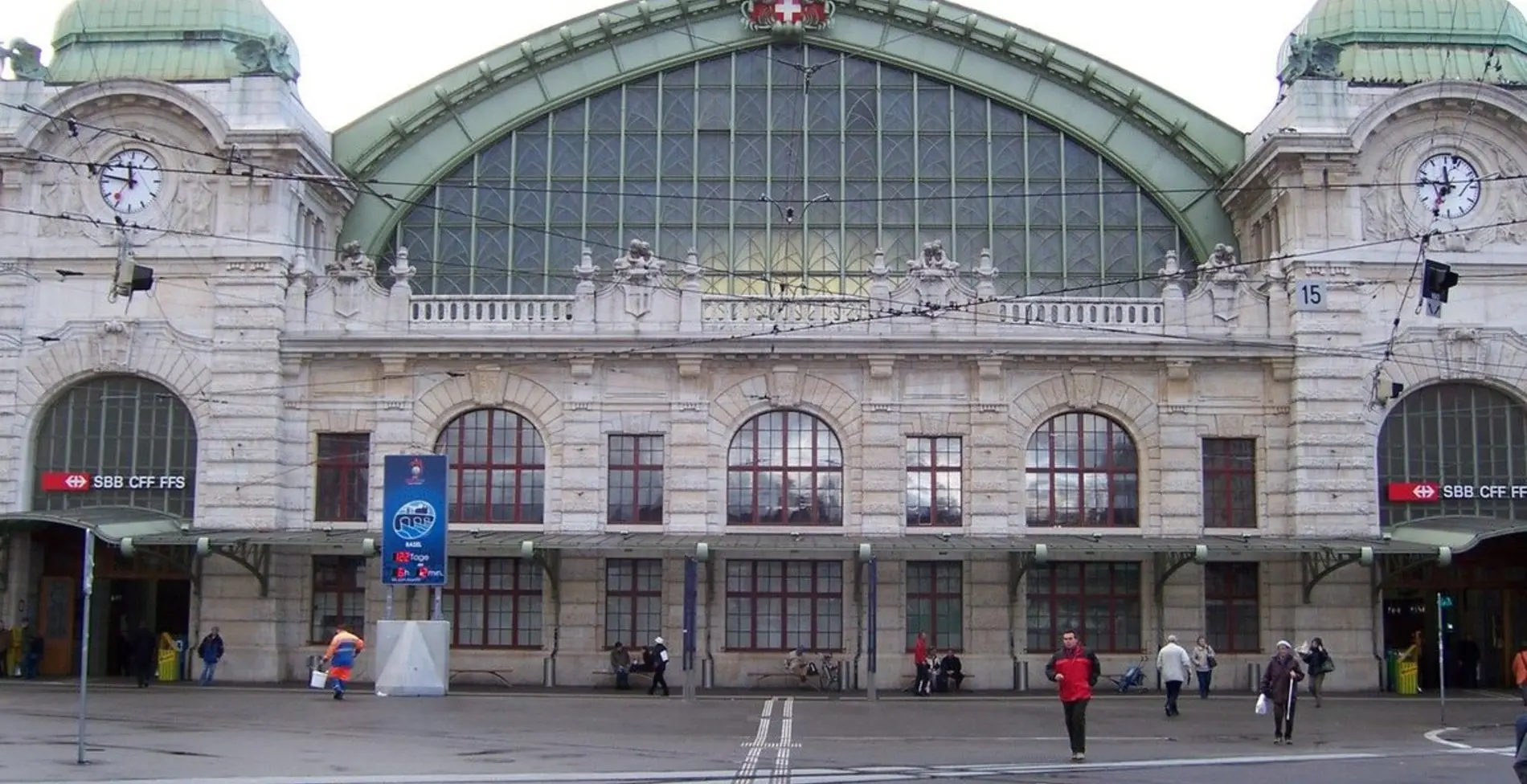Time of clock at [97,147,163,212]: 11:46
